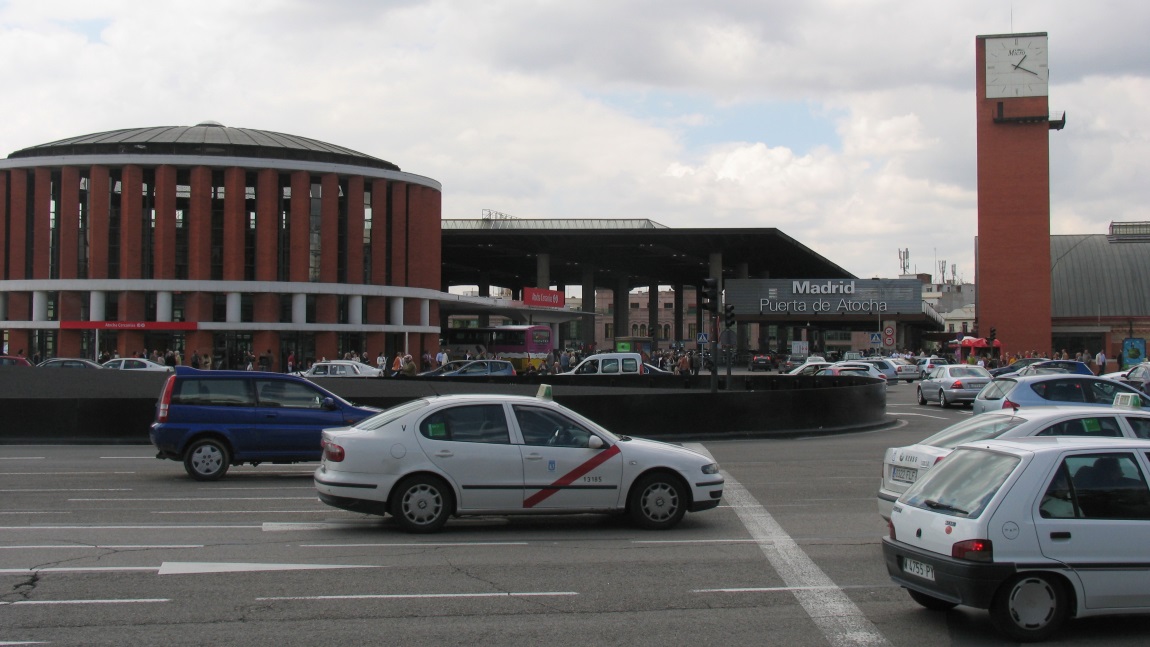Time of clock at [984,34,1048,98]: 1:18
